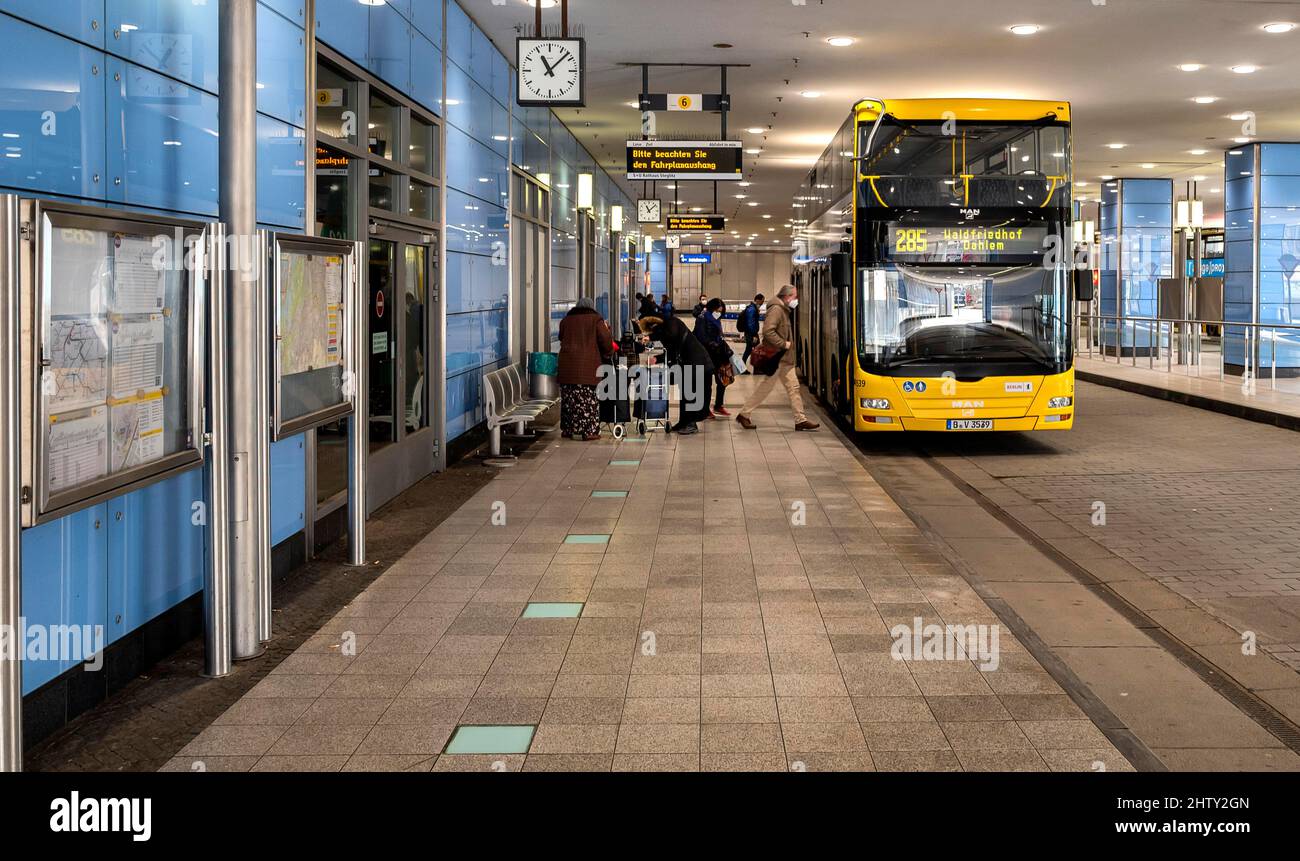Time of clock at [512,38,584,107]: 11:07
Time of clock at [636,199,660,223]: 11:07
